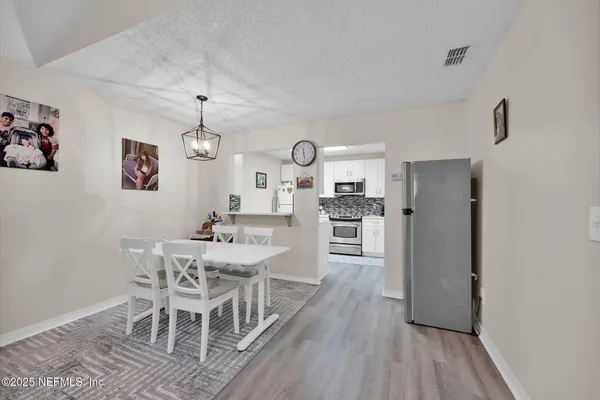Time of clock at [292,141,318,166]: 5:28
